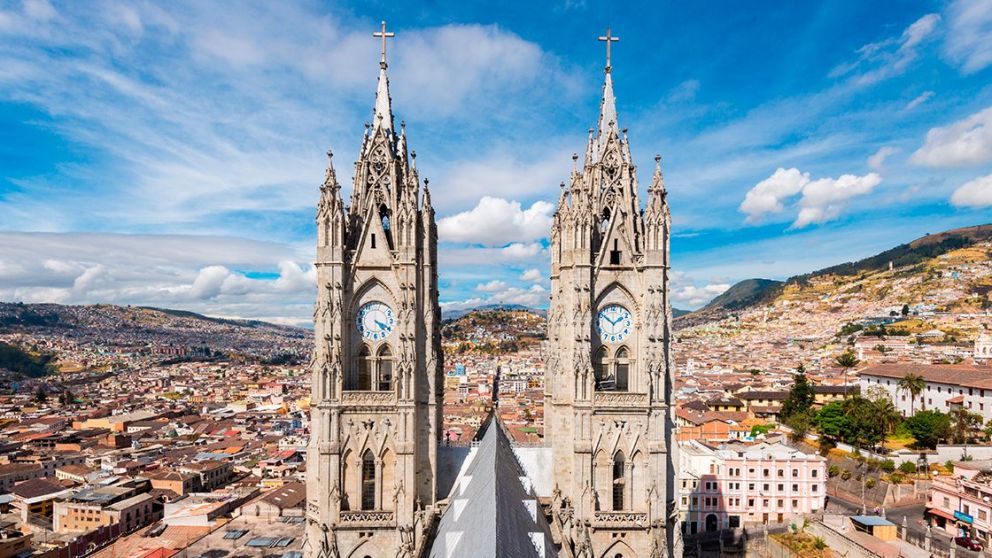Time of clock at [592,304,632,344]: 1:51
